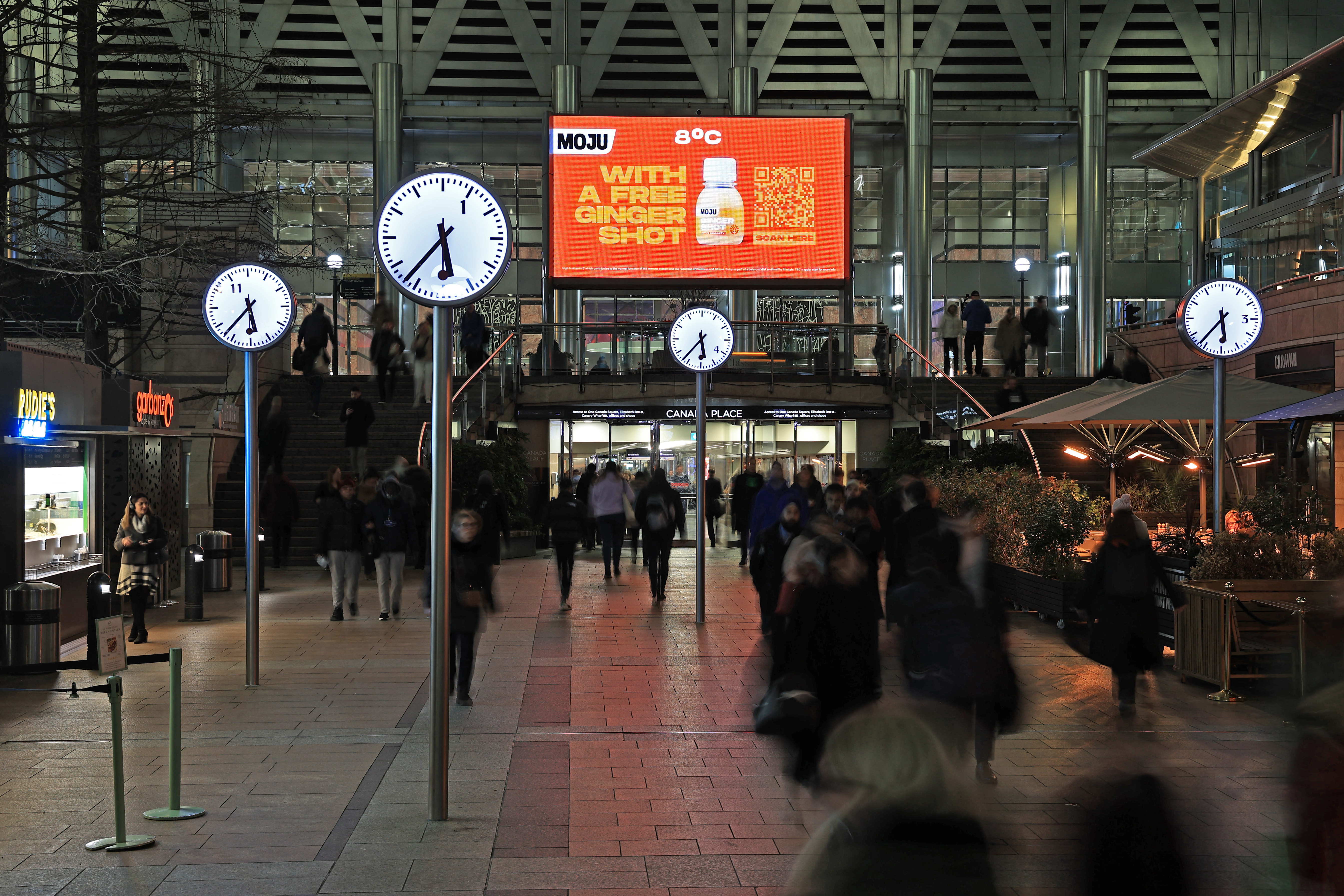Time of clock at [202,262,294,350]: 5:37
